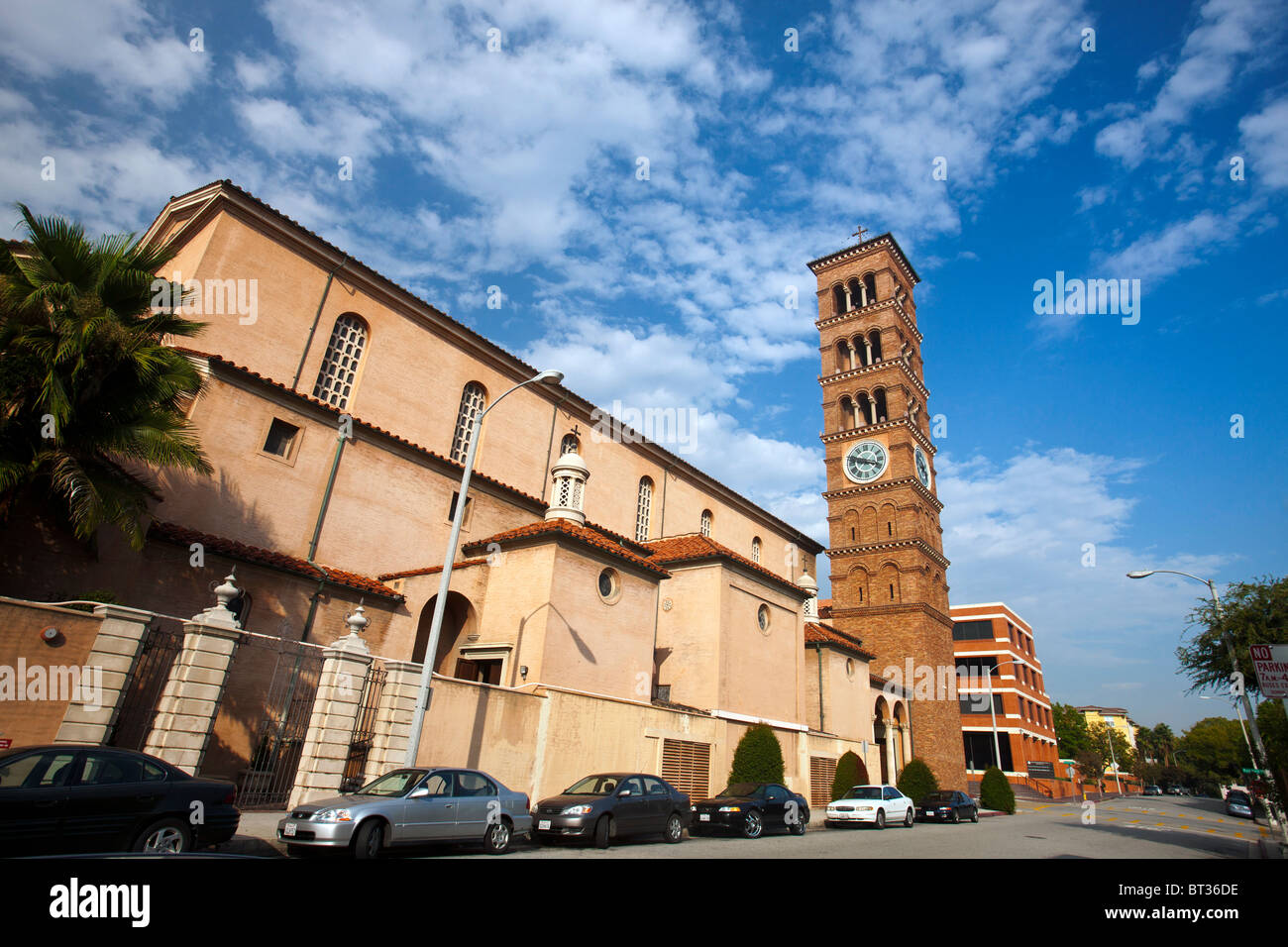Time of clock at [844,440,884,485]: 3:47
